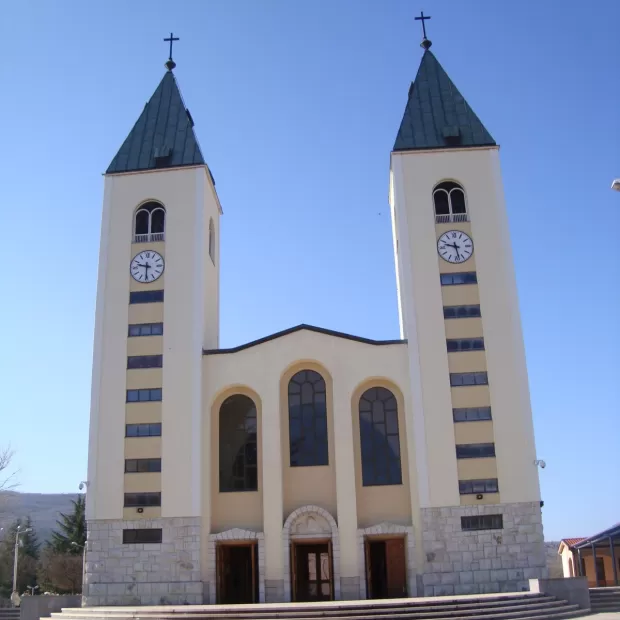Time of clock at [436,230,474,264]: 9:28
